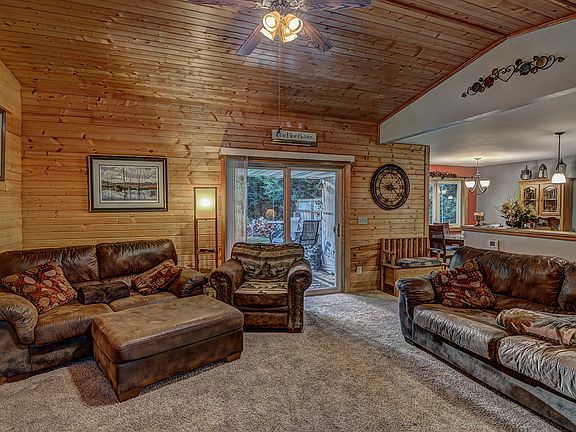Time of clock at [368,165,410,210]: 9:22
